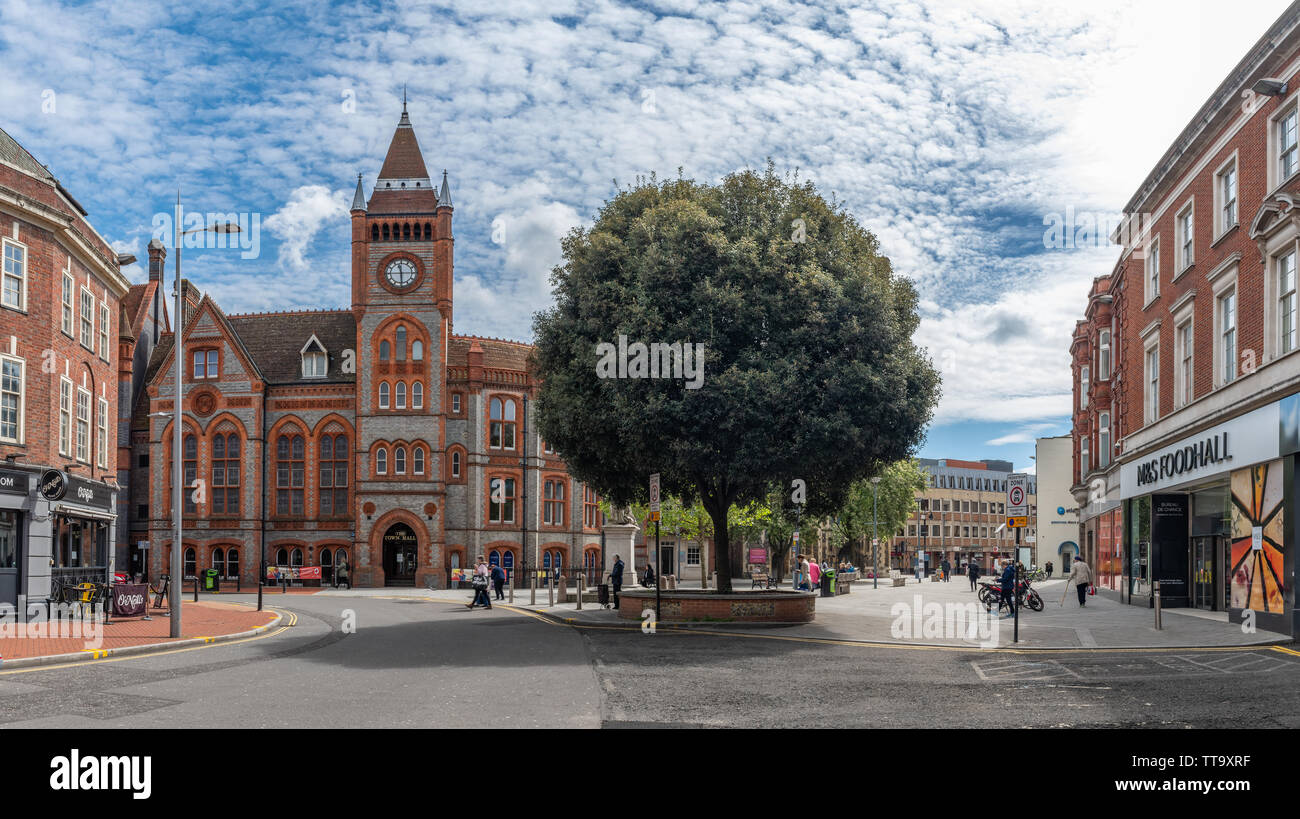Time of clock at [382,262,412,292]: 11:29
